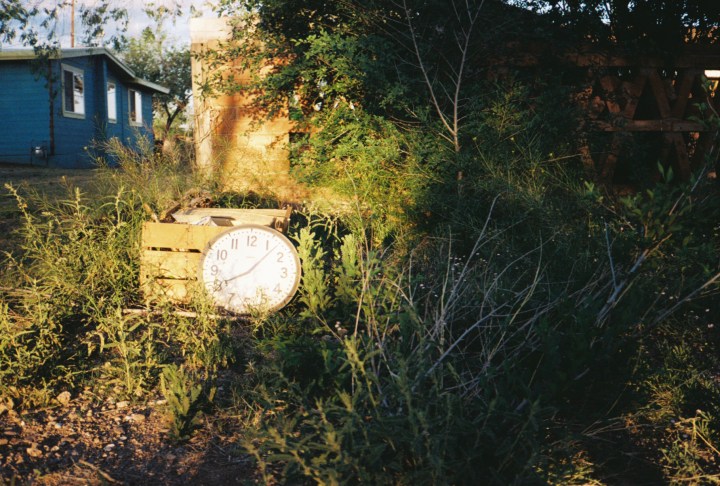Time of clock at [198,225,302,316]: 8:07
